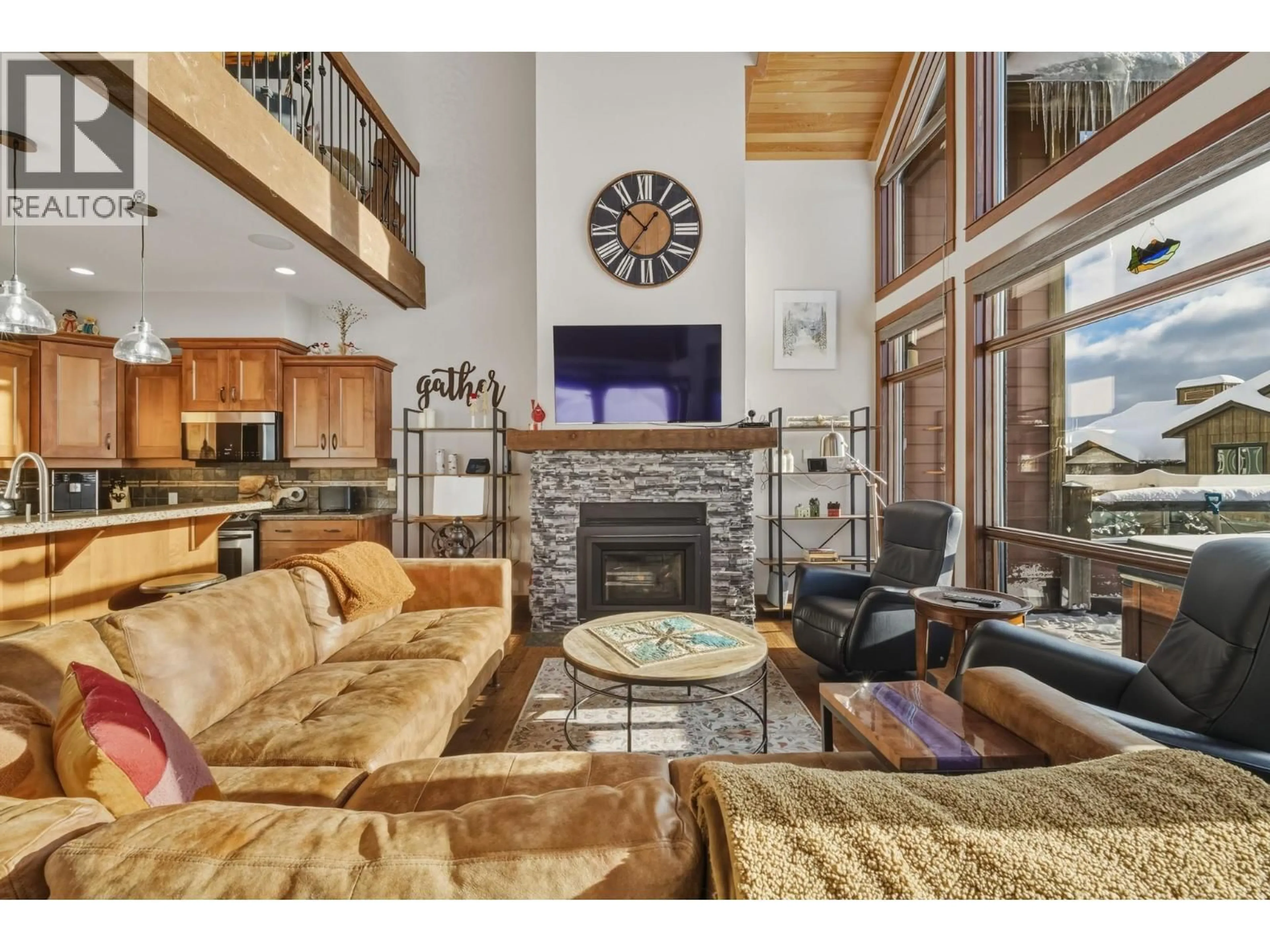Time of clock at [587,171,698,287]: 10:36
